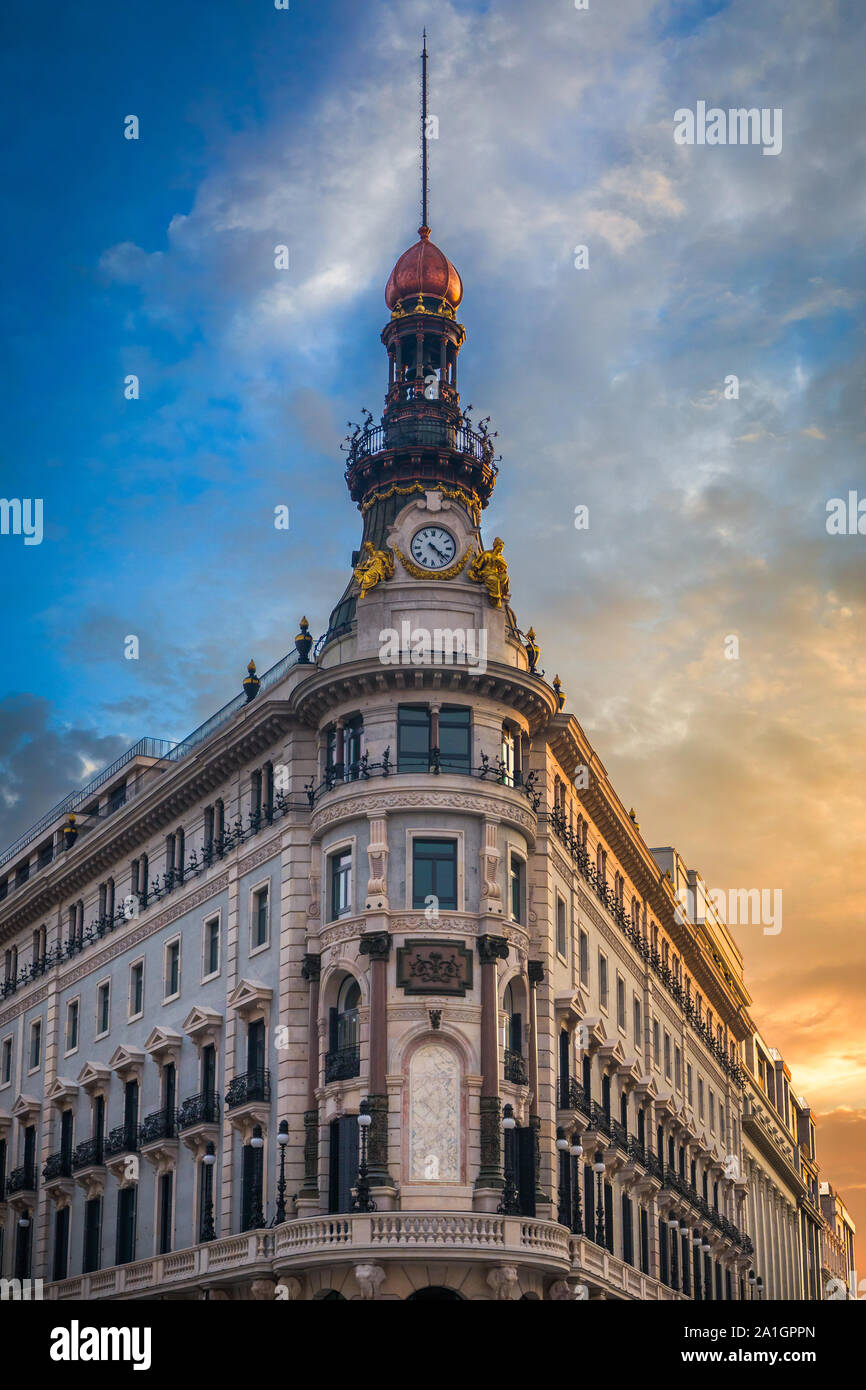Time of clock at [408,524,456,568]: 4:22
